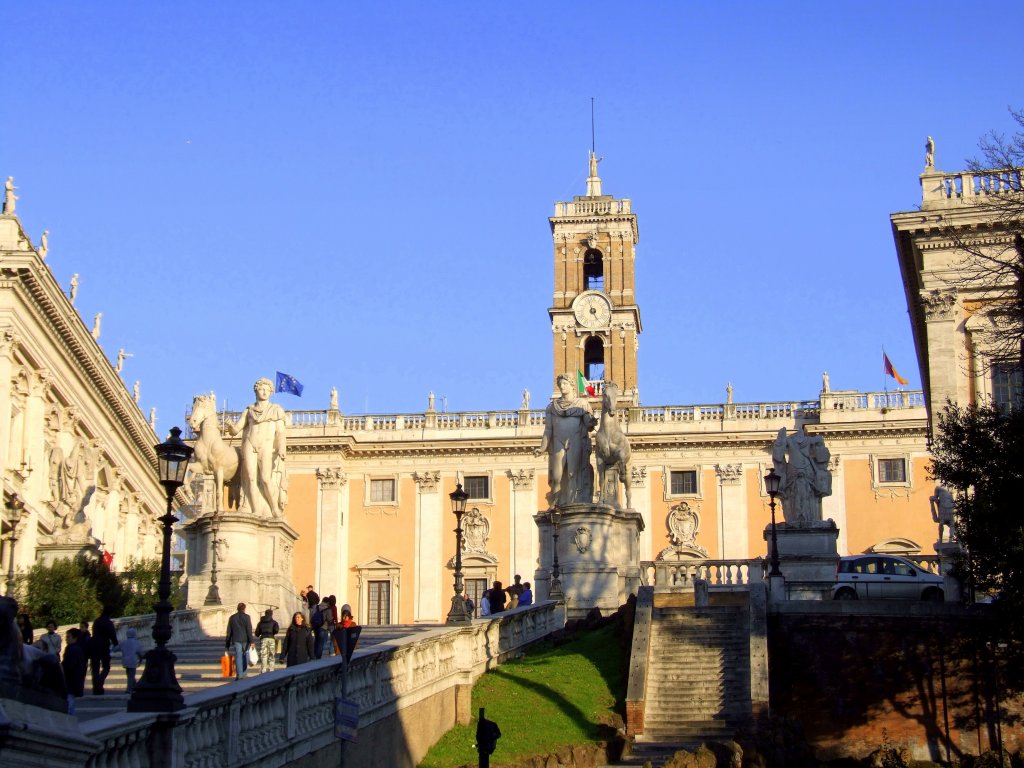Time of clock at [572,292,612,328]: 4:57
